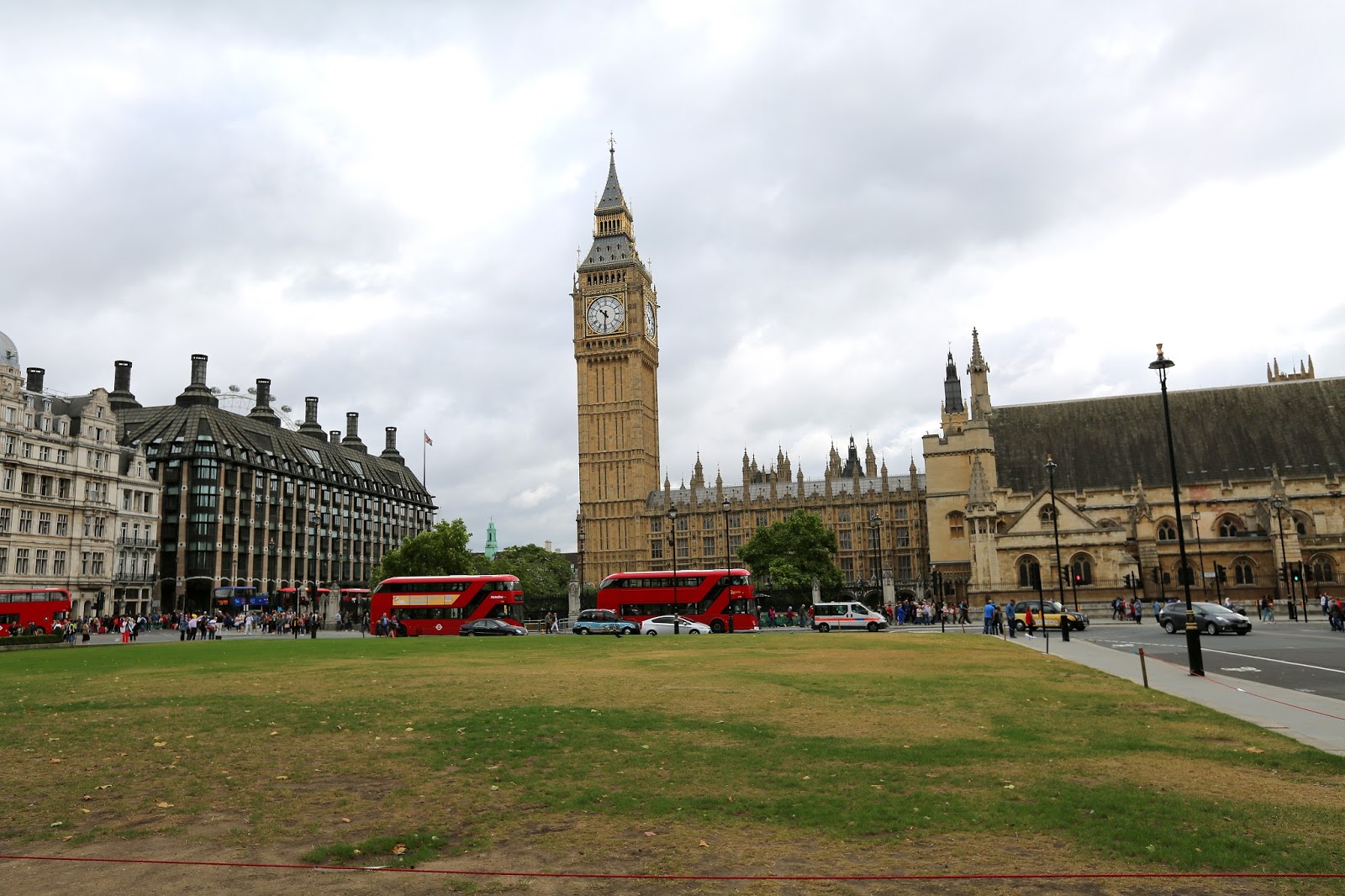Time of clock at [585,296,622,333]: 10:31
